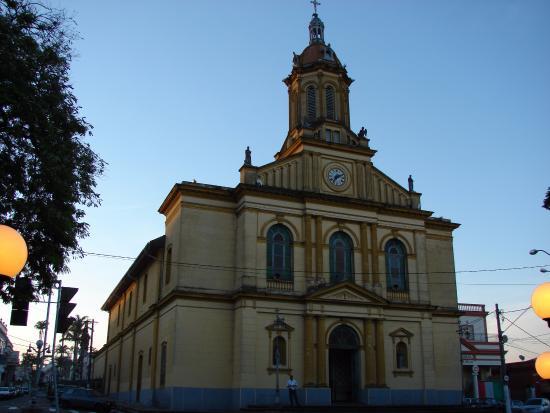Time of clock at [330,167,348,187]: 7:11
